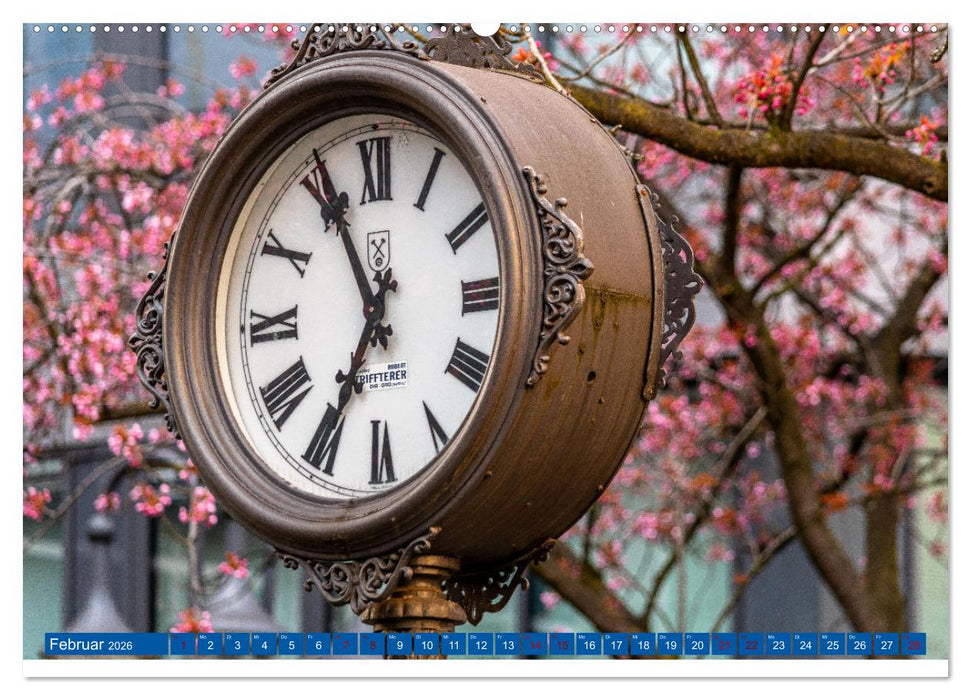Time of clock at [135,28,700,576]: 6:55
